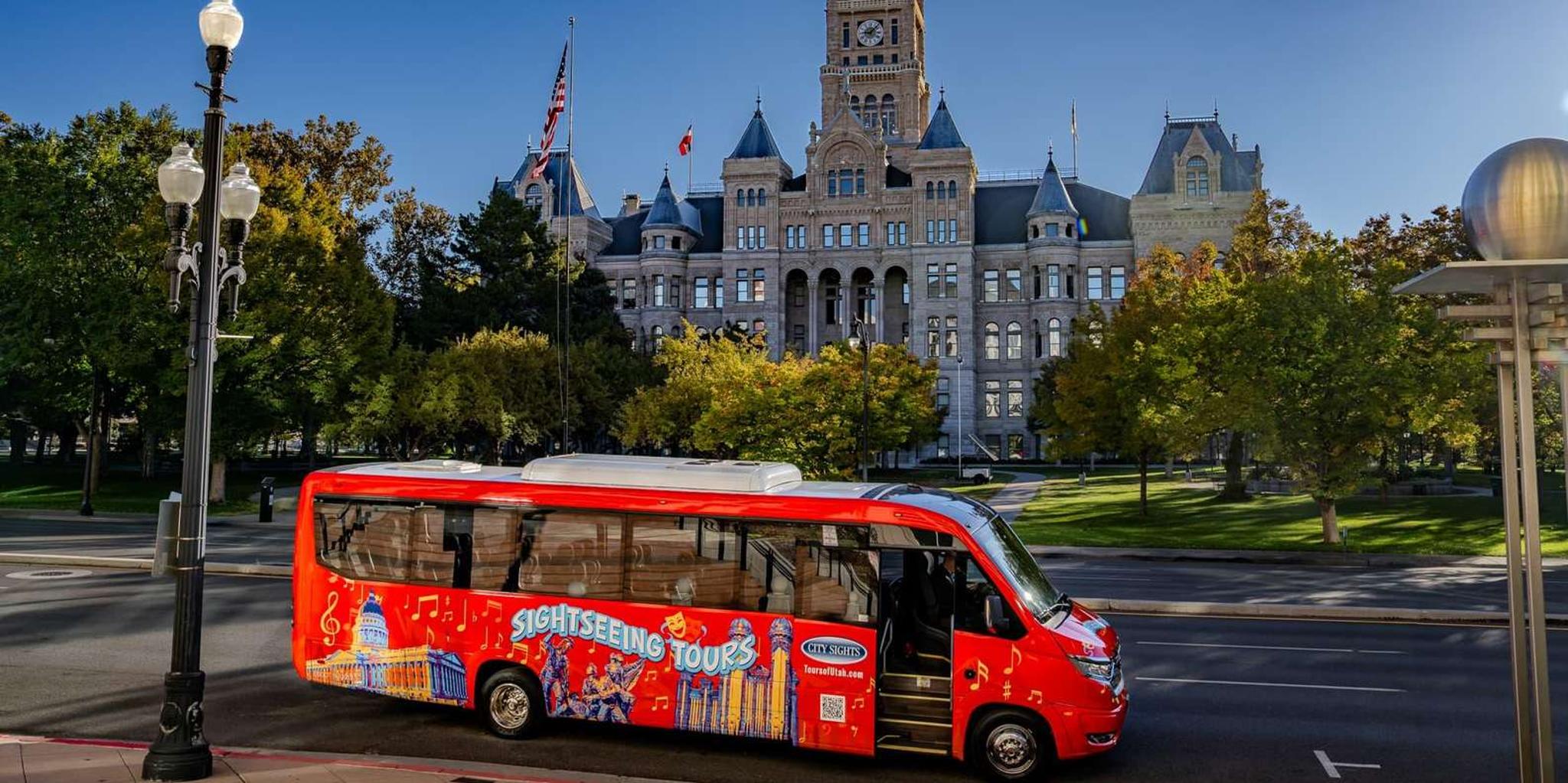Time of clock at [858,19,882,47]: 9:07
